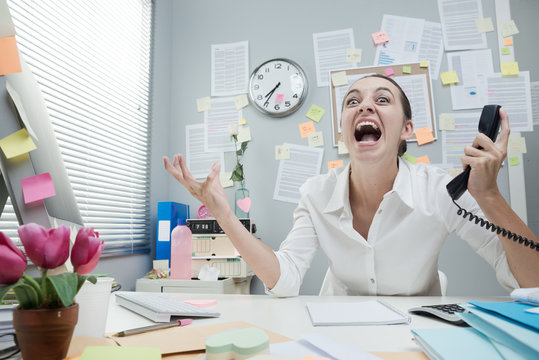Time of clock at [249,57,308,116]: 7:35
